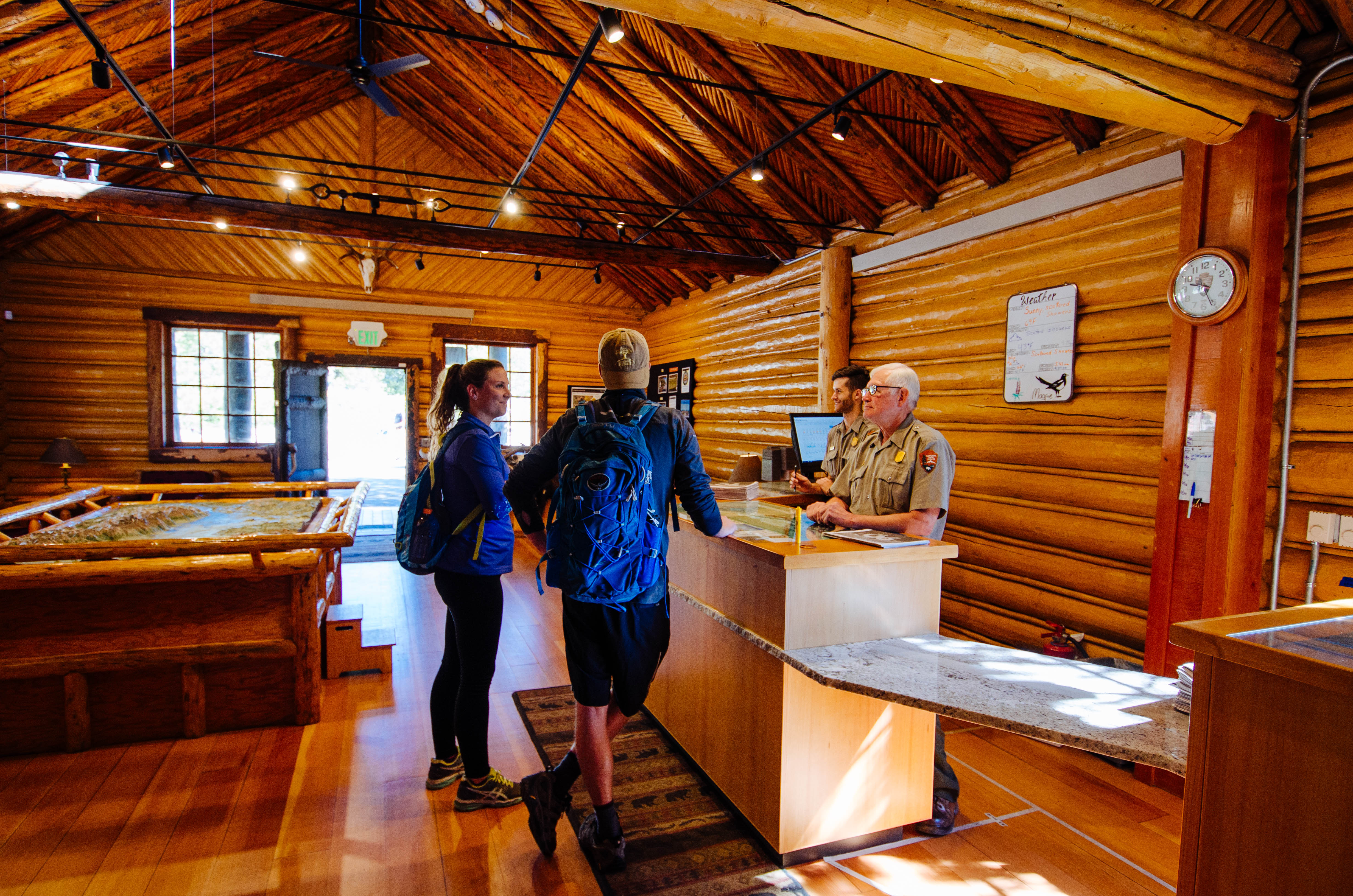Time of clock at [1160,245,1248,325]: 9:25
